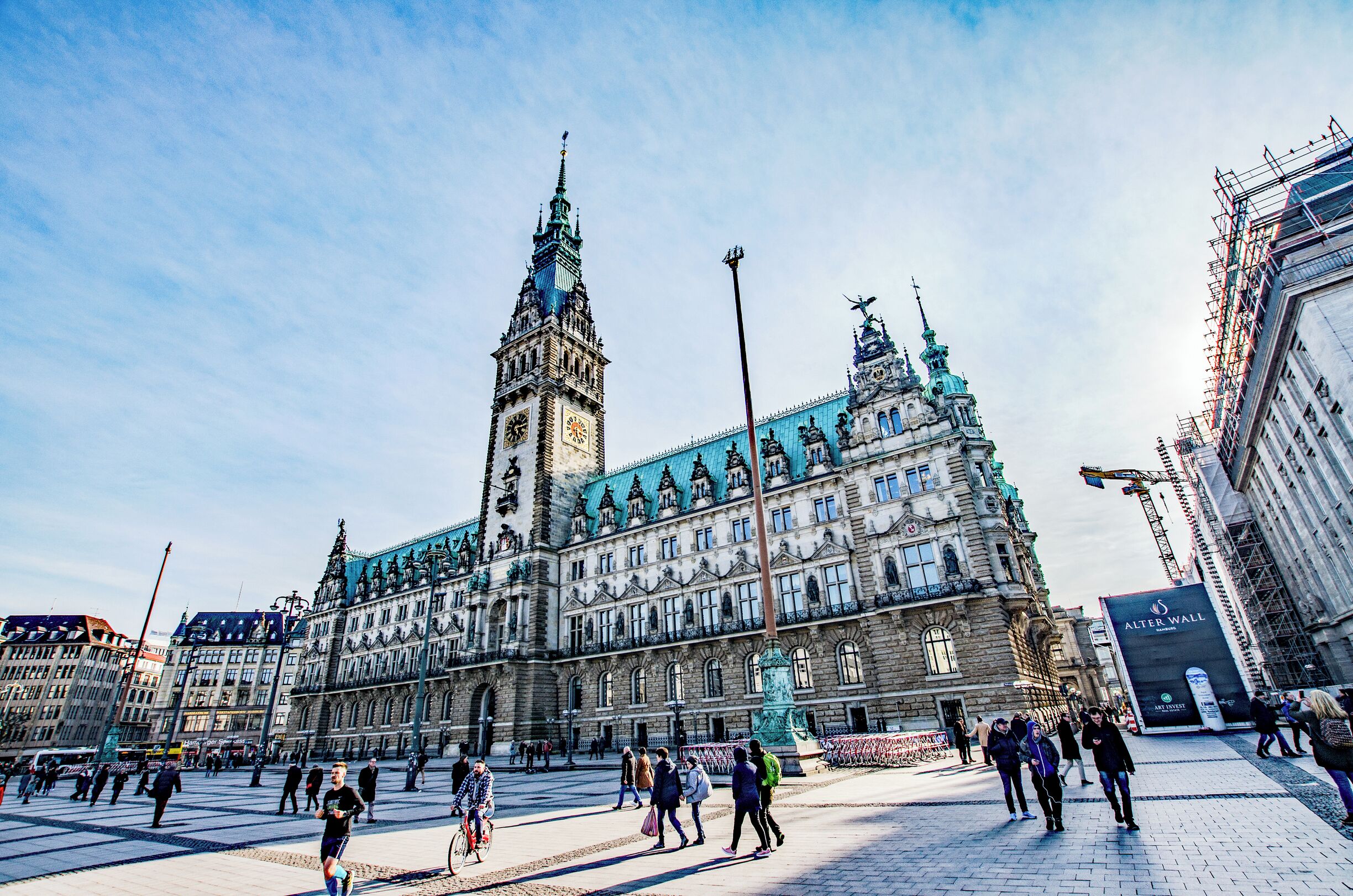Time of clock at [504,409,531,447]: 5:14
